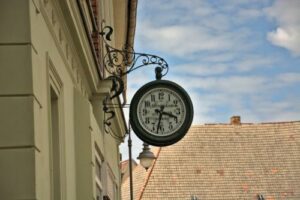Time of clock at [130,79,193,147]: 3:32
